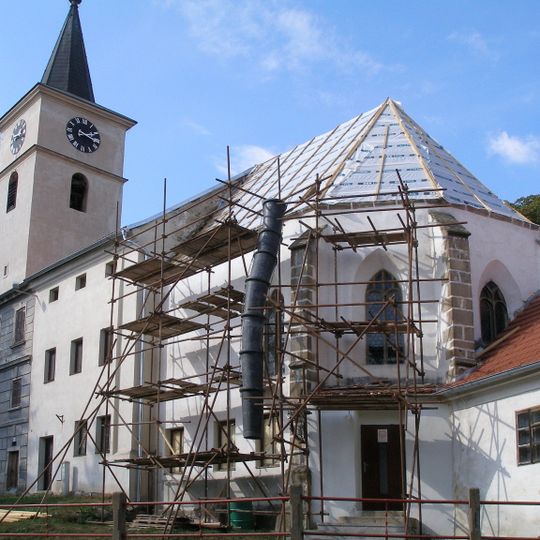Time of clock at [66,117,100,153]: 2:18
